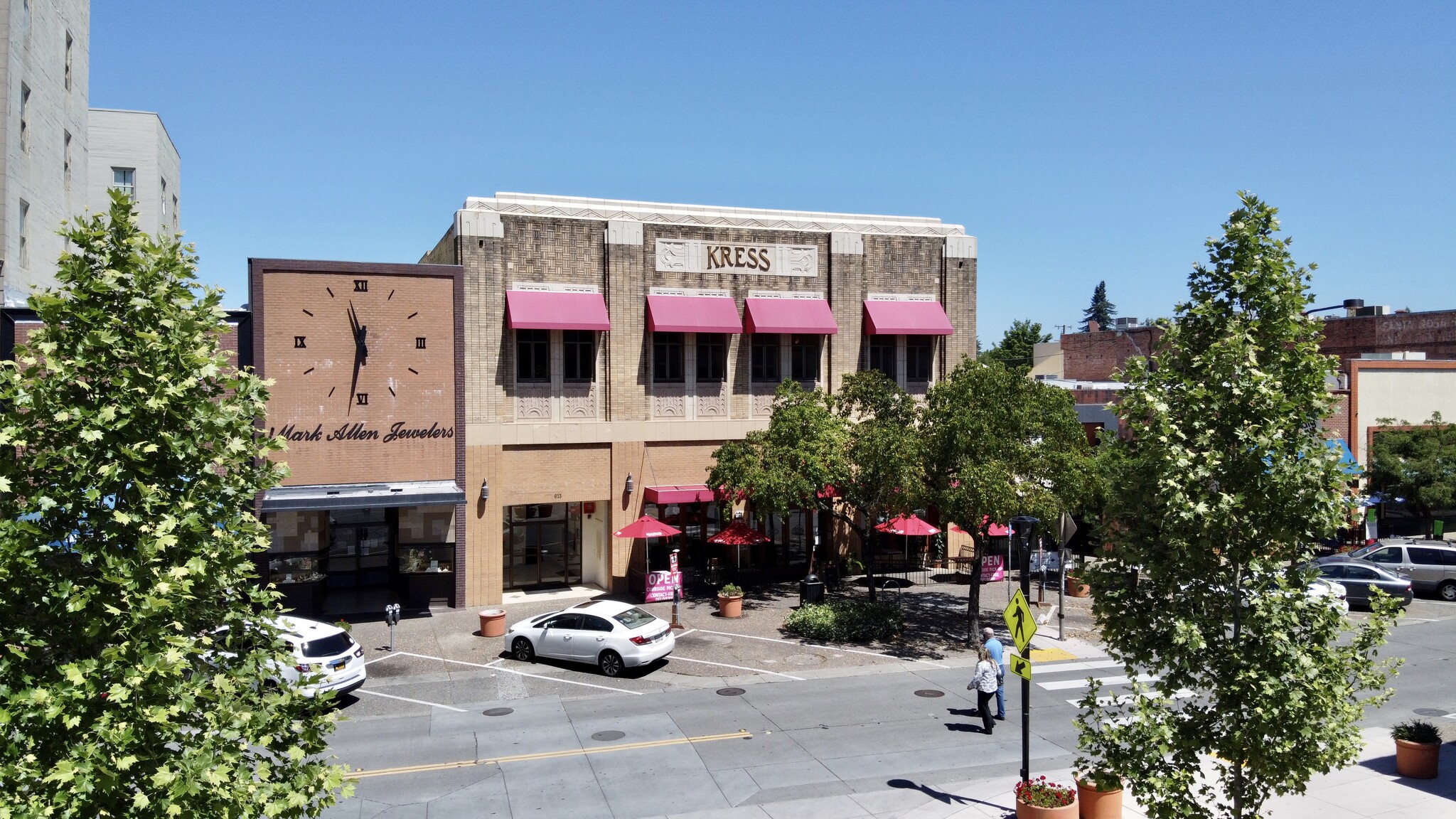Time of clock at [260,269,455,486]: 11:32
